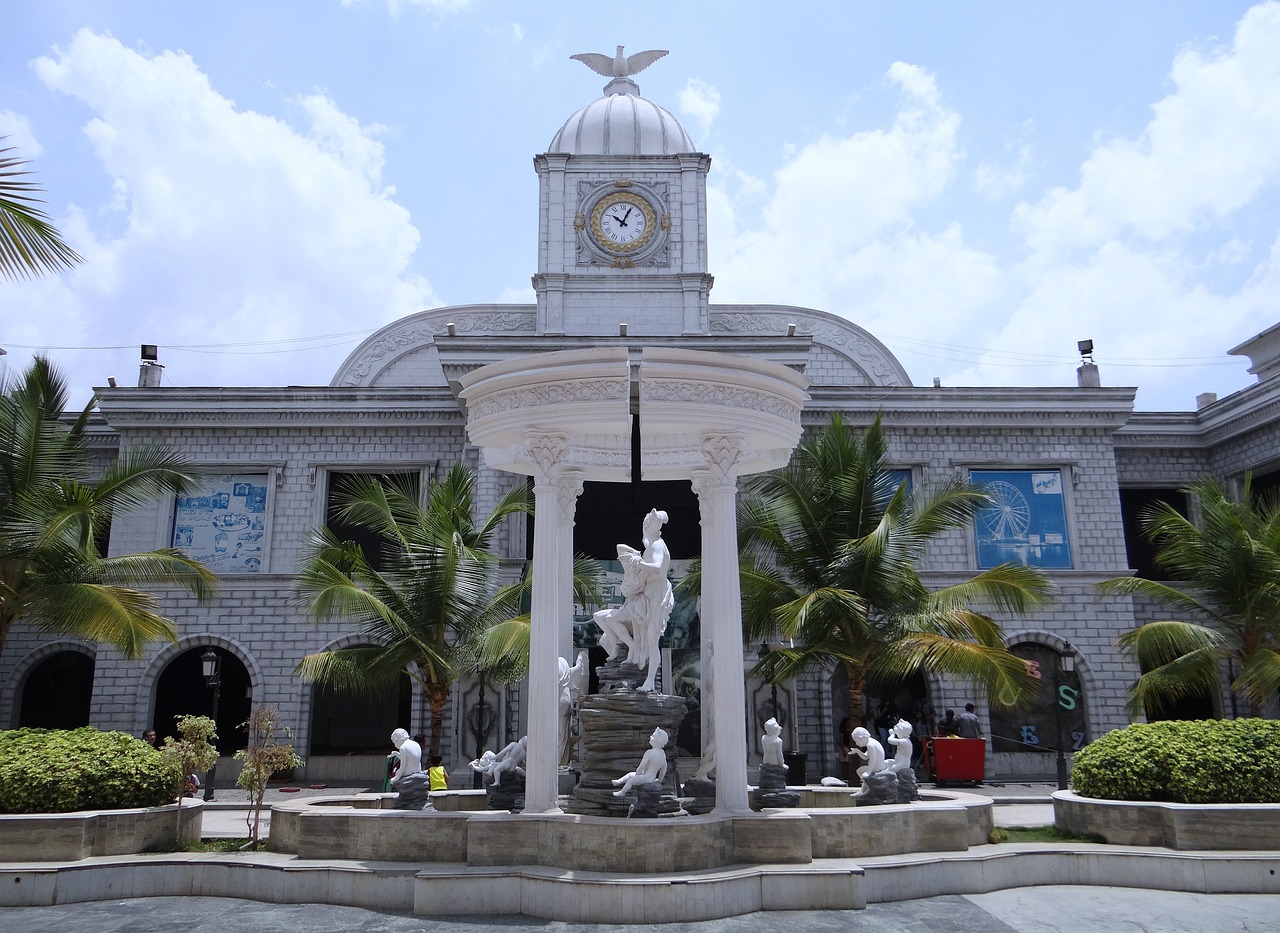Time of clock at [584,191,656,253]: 10:04
